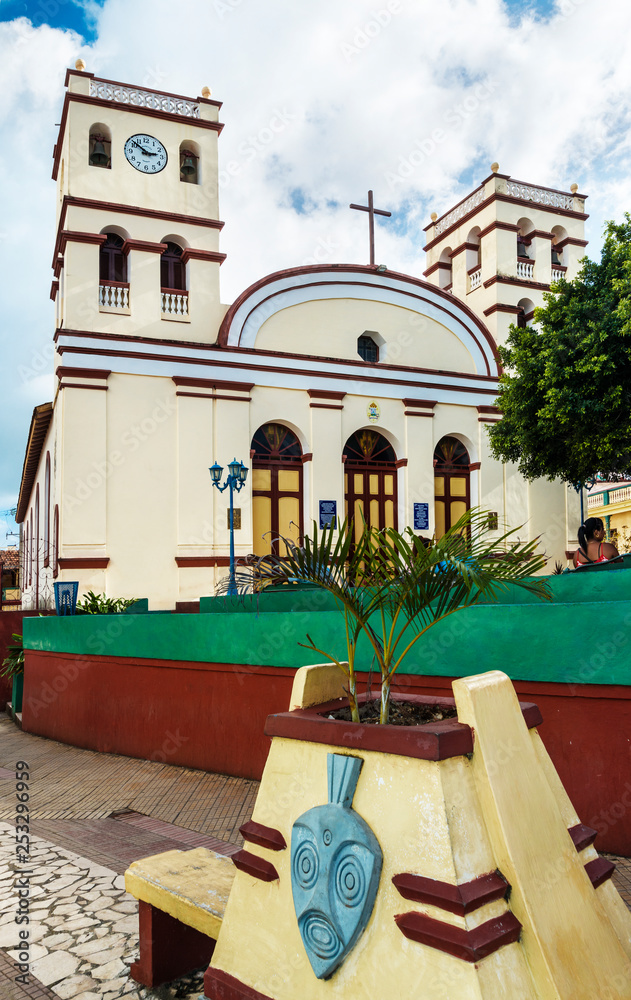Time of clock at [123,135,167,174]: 2:51
